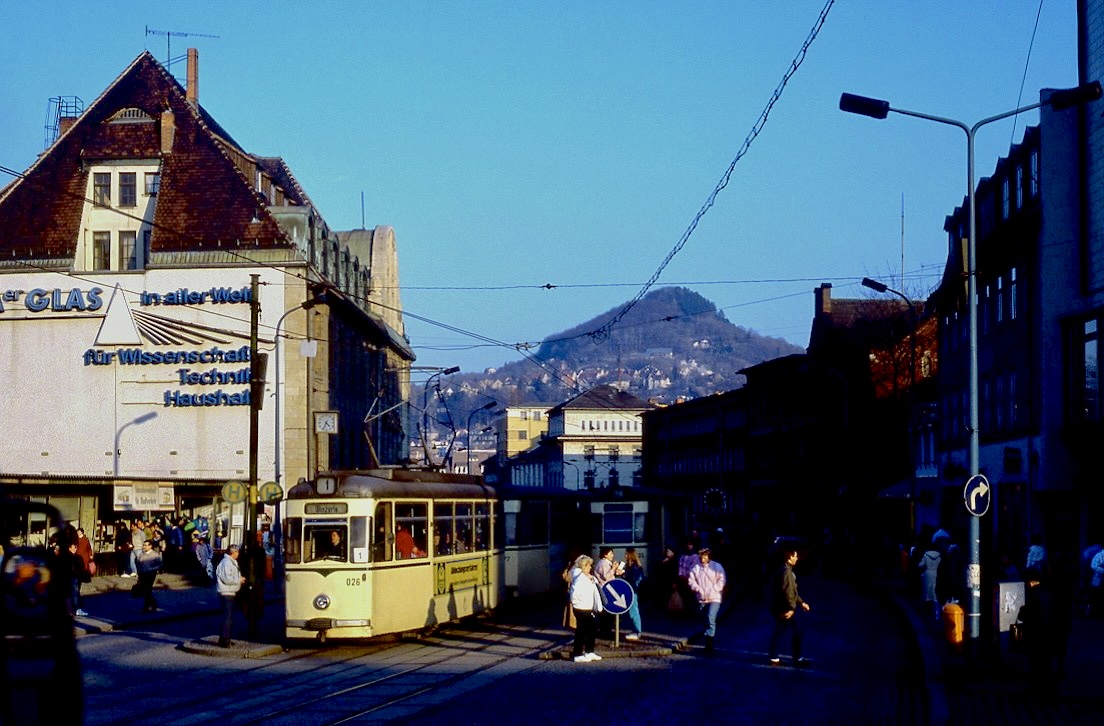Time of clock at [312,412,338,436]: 4:34
